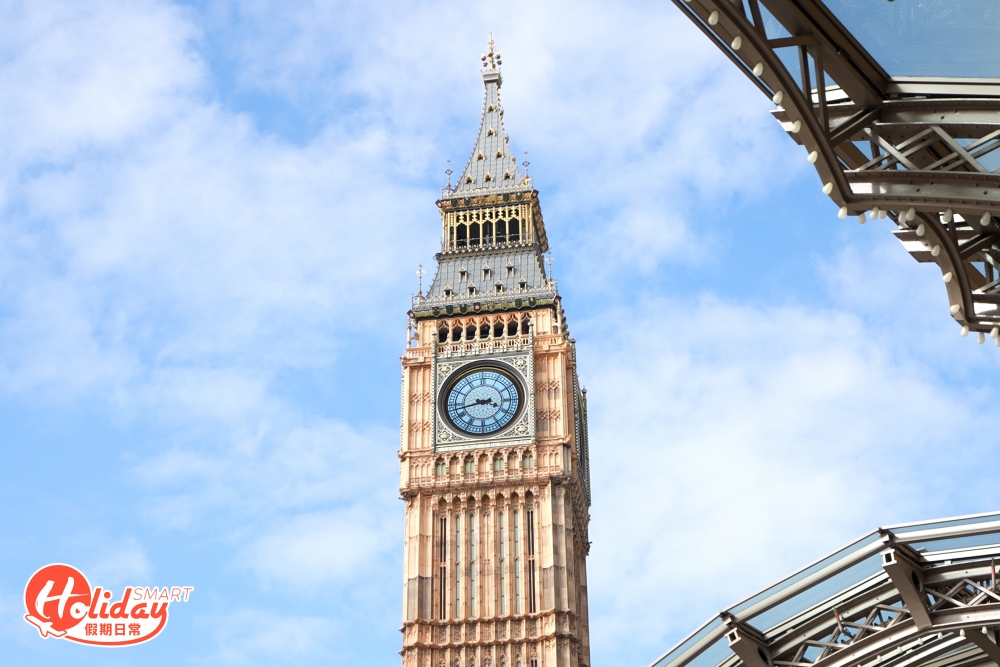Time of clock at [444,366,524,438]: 3:42
